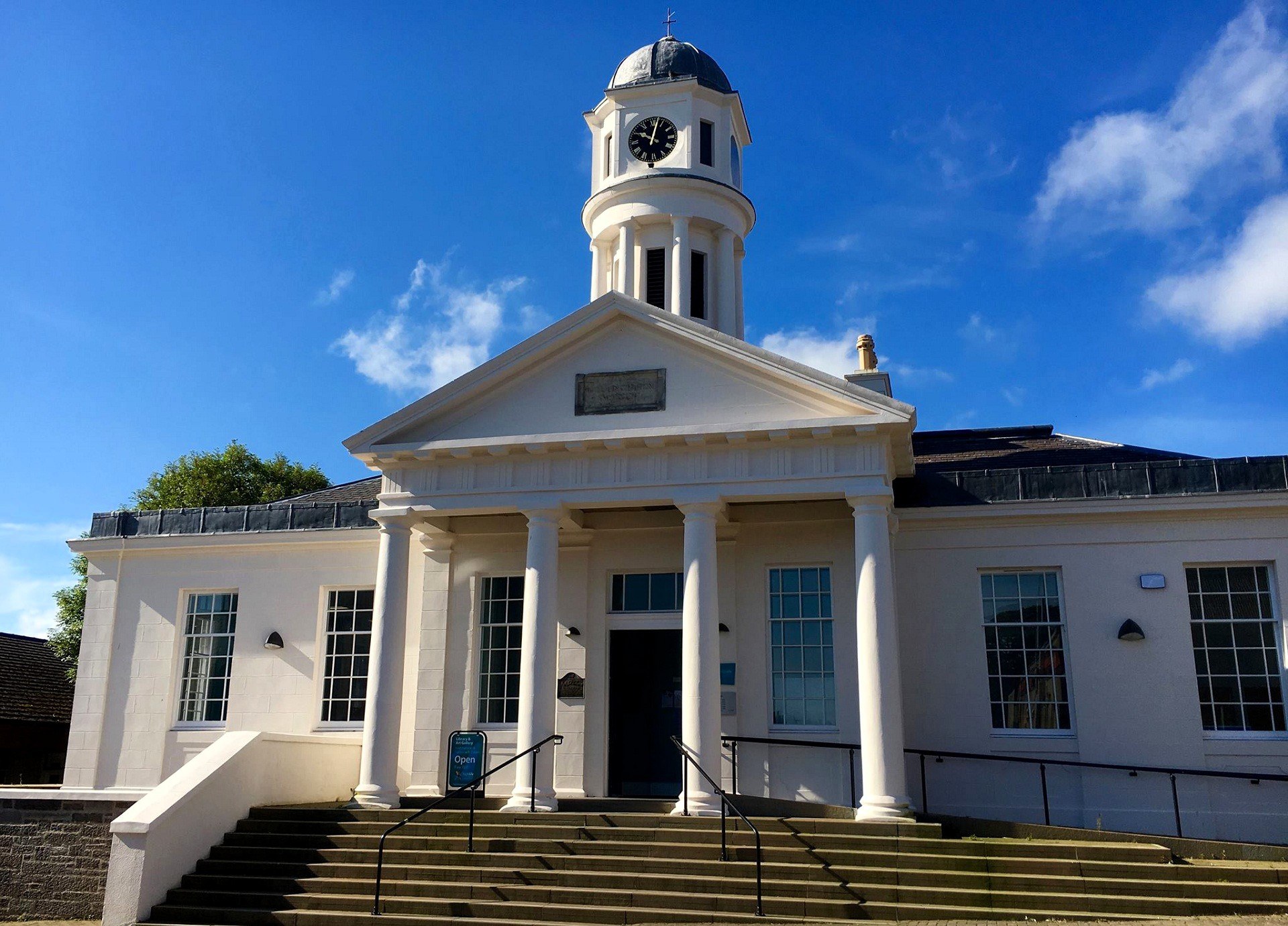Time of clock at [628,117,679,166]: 10:02
